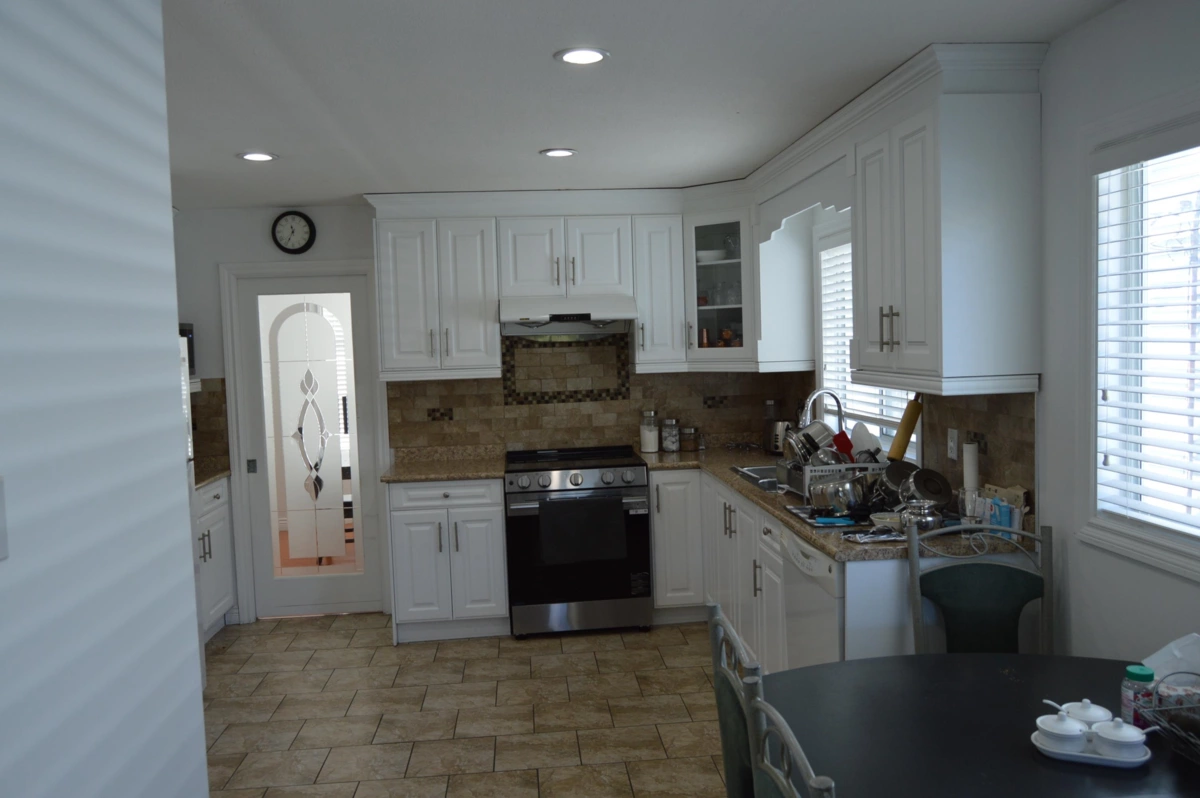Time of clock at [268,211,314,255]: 11:34
